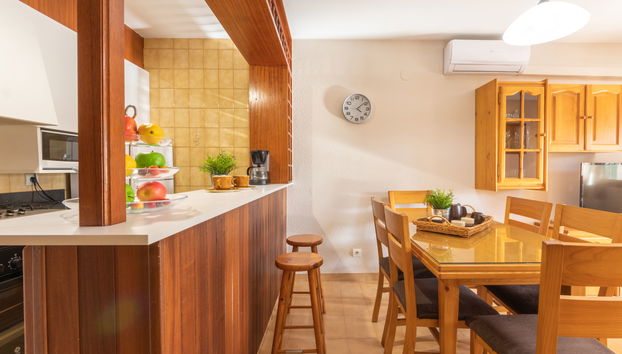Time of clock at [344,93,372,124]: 4:08
